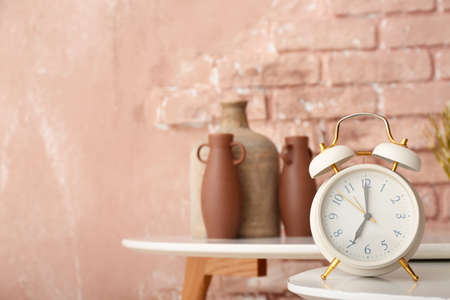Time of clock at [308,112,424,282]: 6:59
